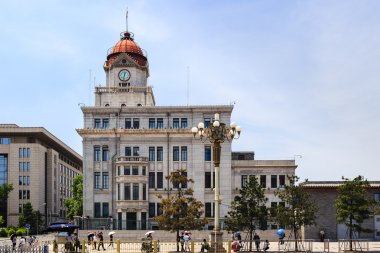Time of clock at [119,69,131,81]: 12:32
